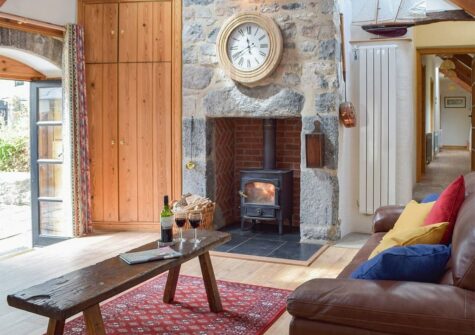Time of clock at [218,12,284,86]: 11:40
